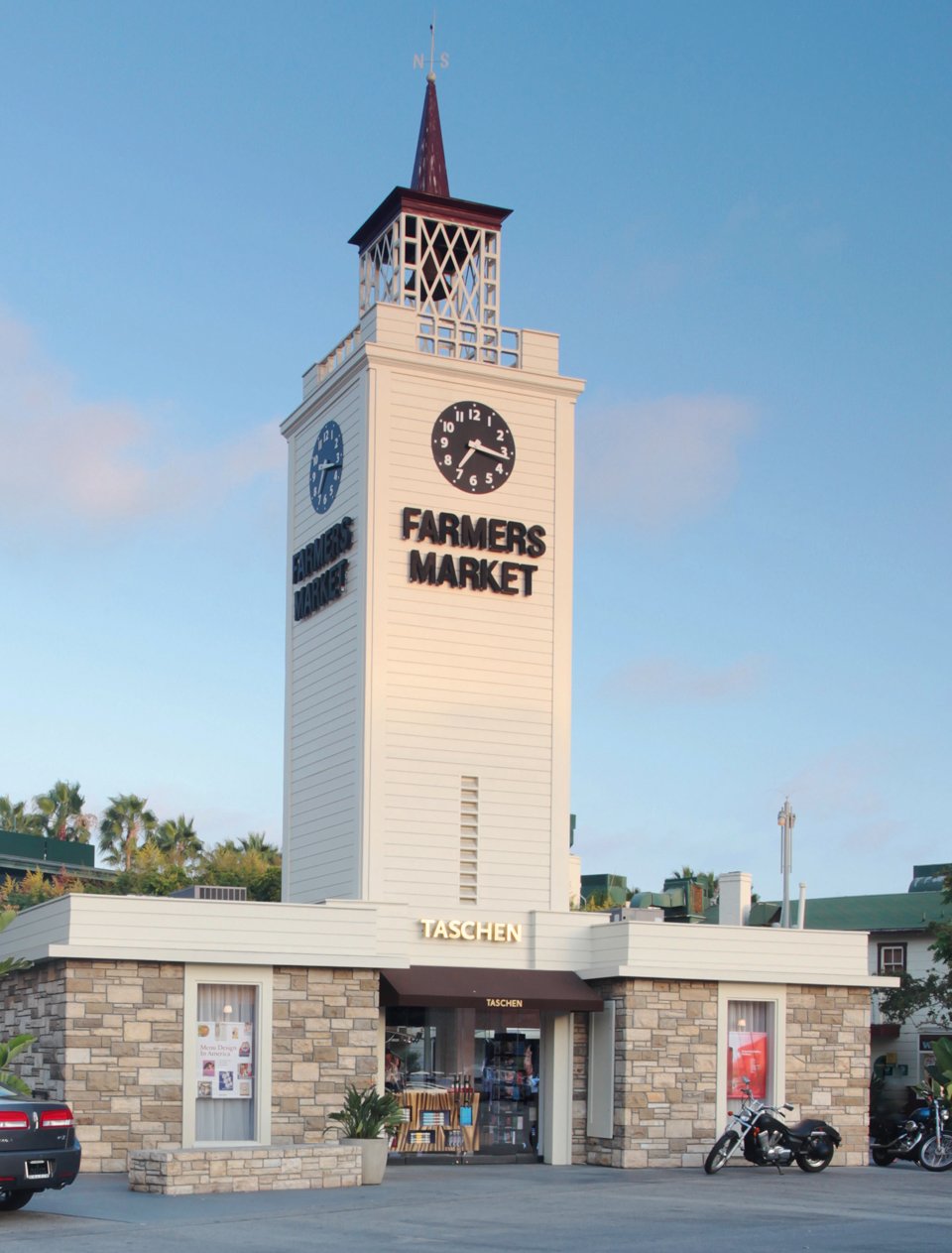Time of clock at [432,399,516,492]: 7:17
